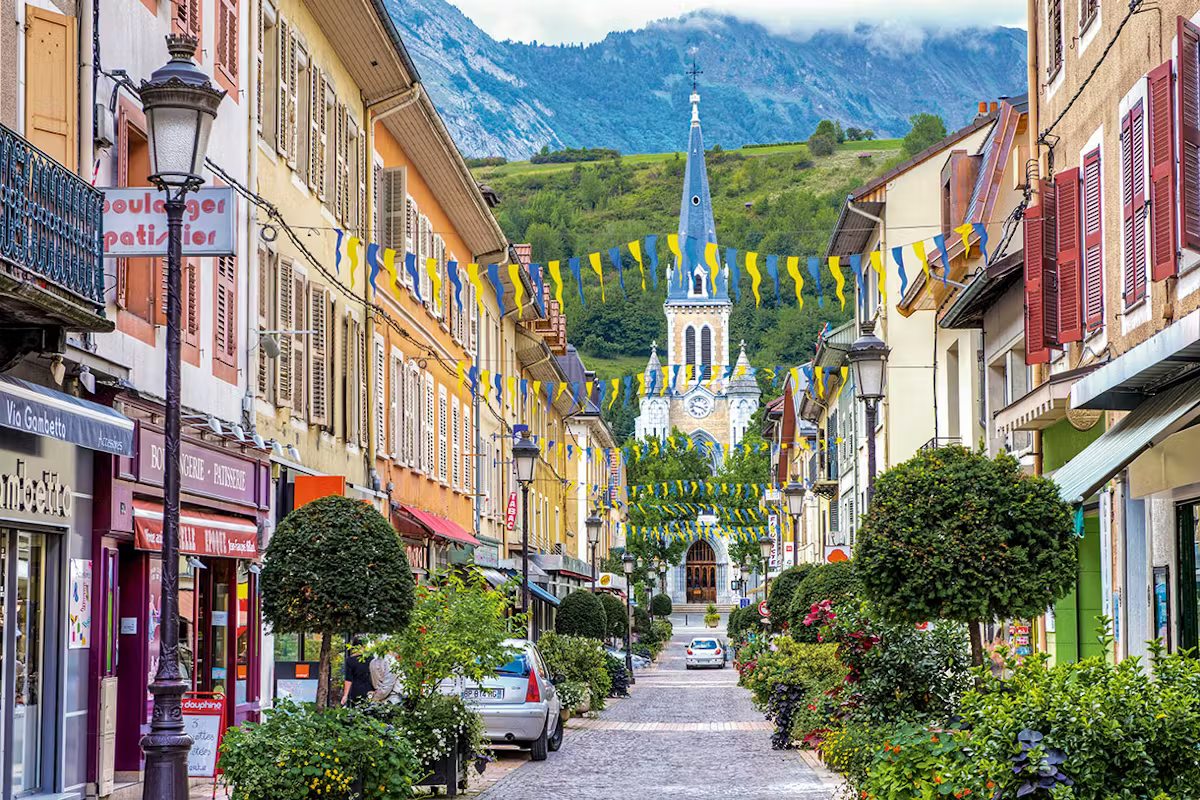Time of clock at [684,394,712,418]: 3:47
